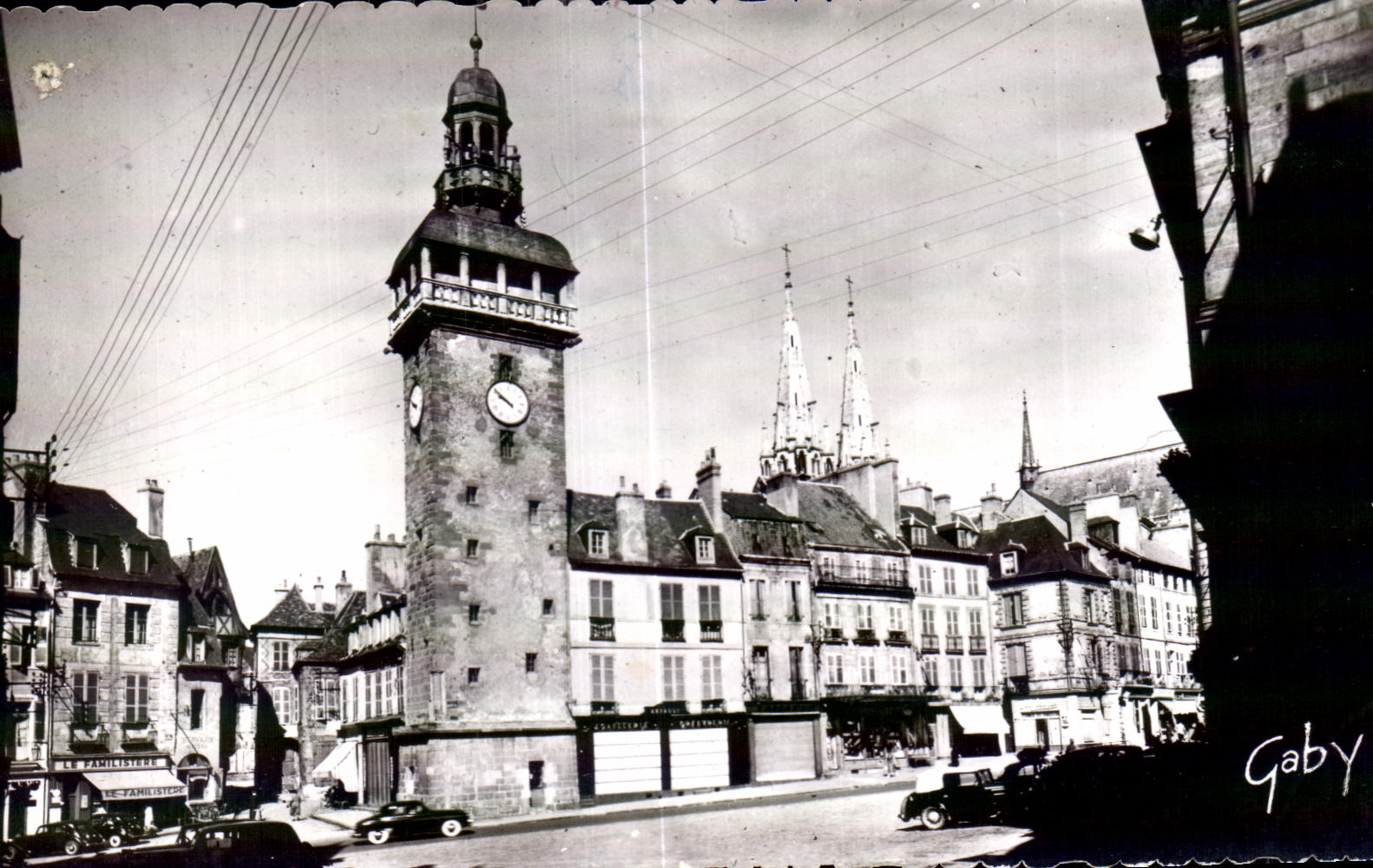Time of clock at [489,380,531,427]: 9:51
